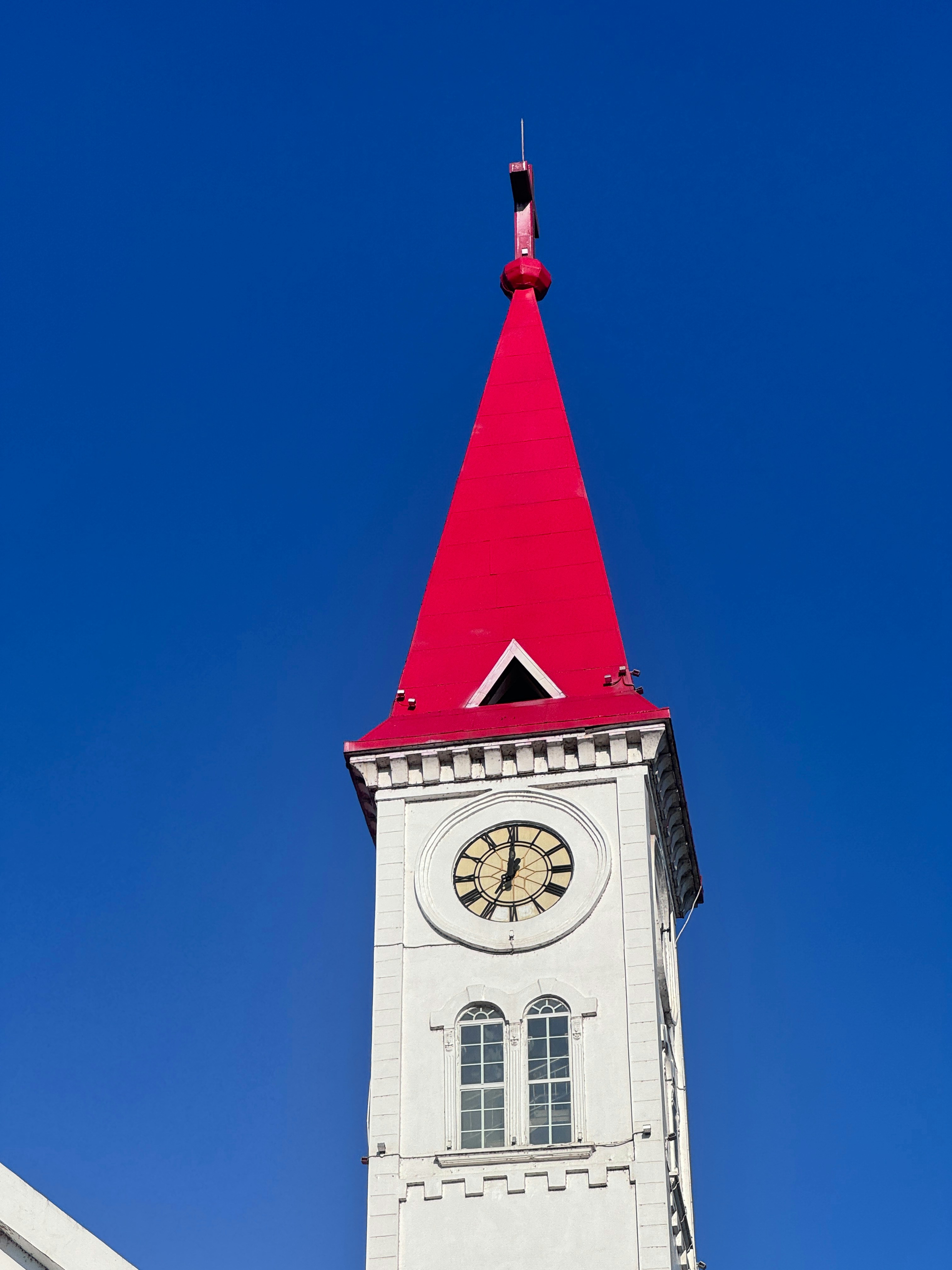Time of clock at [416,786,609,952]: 7:00
